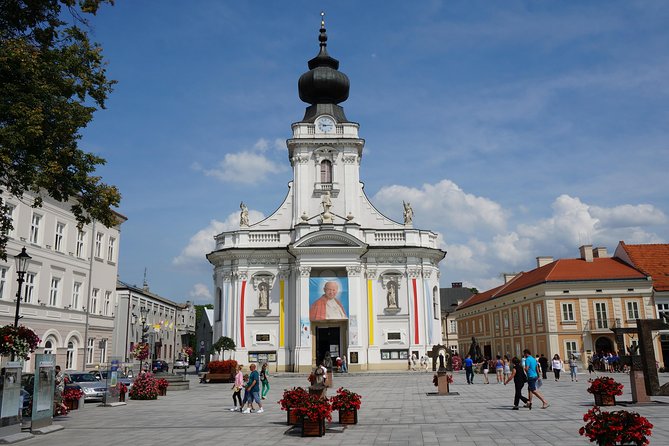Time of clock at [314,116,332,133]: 9:14
